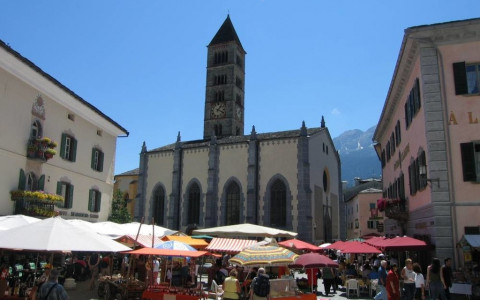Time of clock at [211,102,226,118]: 1:18
